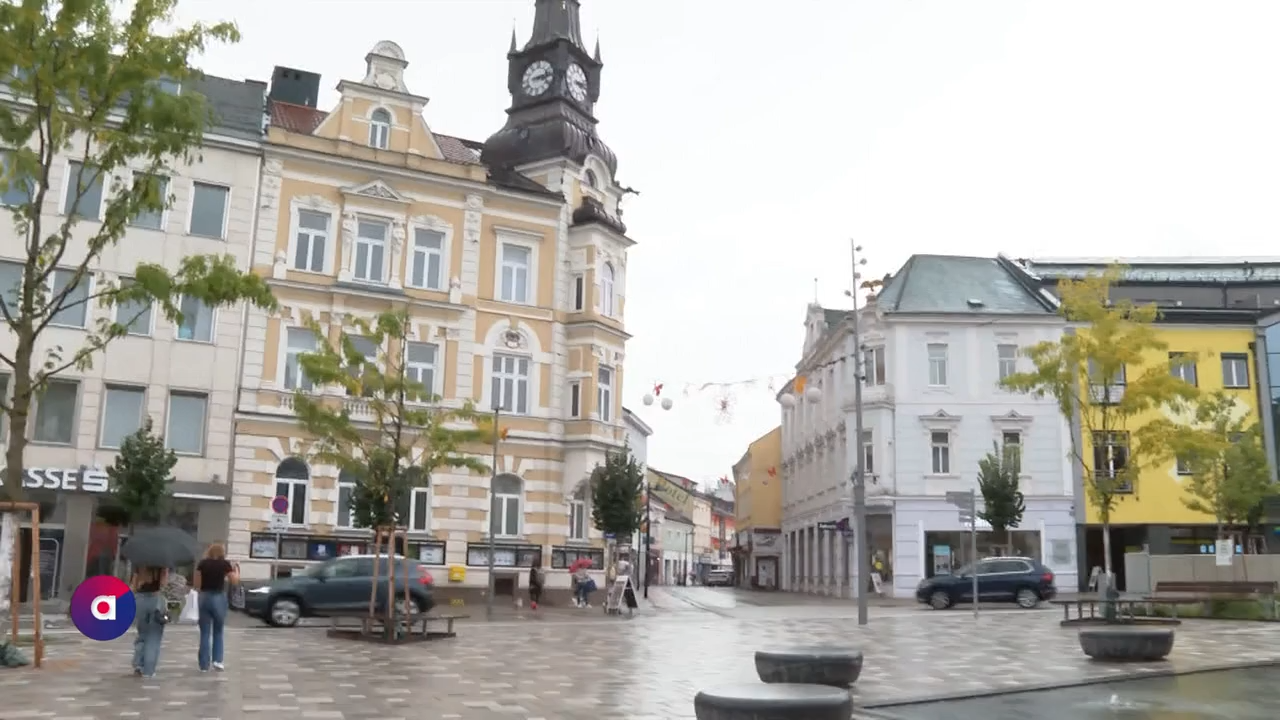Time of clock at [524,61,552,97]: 3:12
